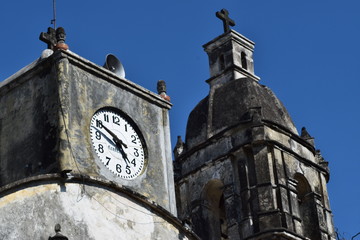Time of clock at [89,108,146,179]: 4:50
